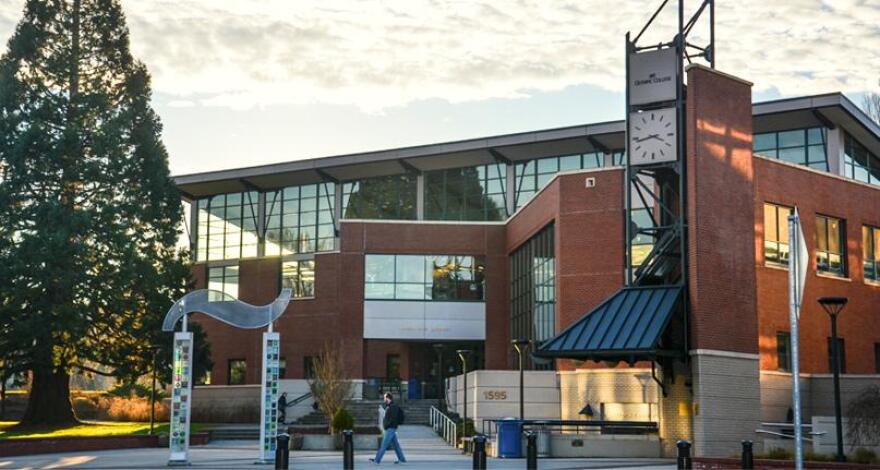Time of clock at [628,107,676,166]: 3:43
